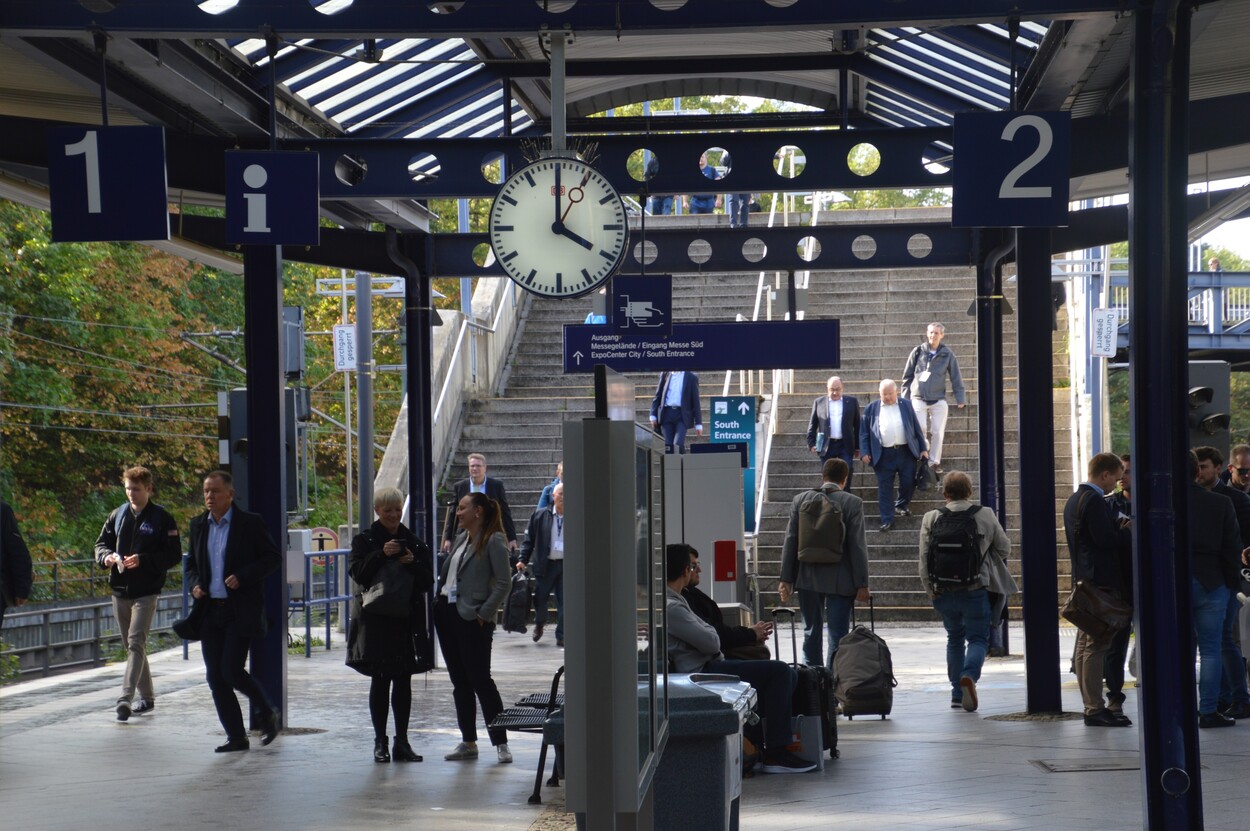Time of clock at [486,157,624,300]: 4:00
